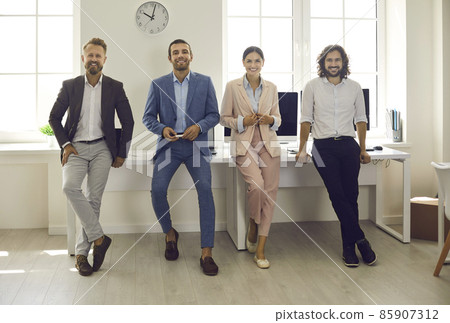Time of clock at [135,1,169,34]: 10:02
